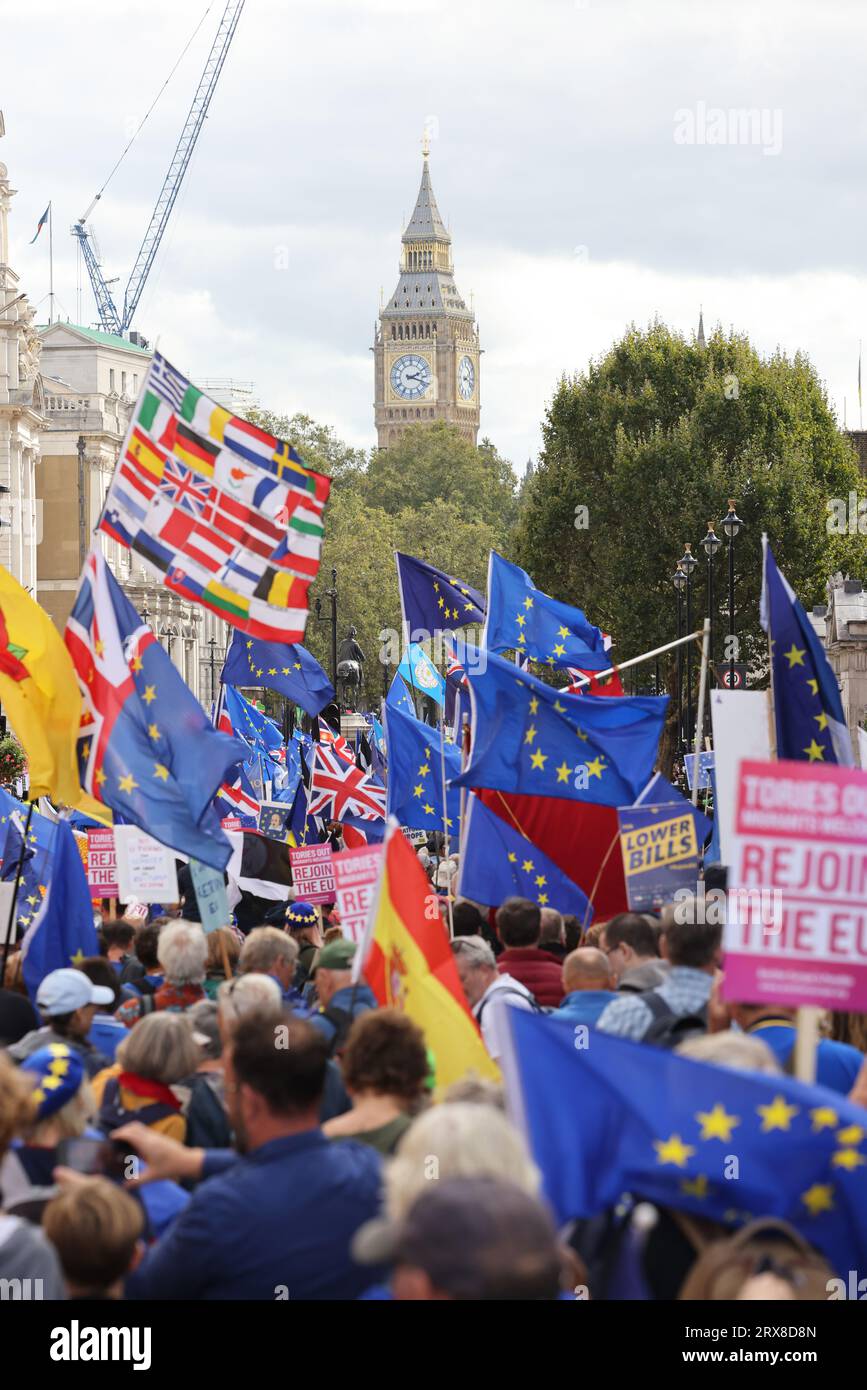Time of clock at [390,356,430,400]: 2:18
